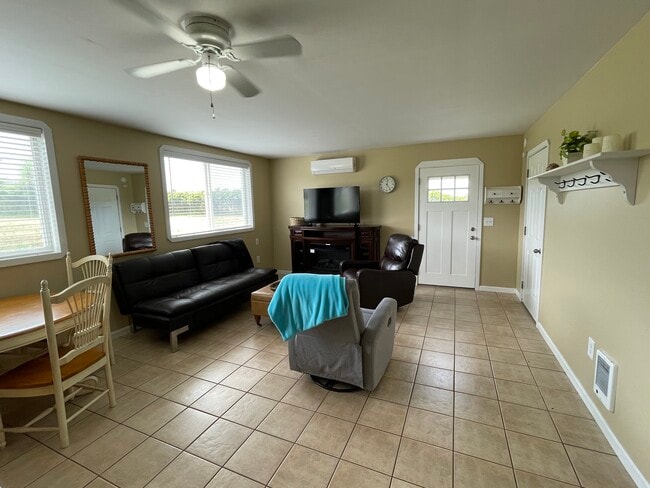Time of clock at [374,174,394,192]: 12:23
